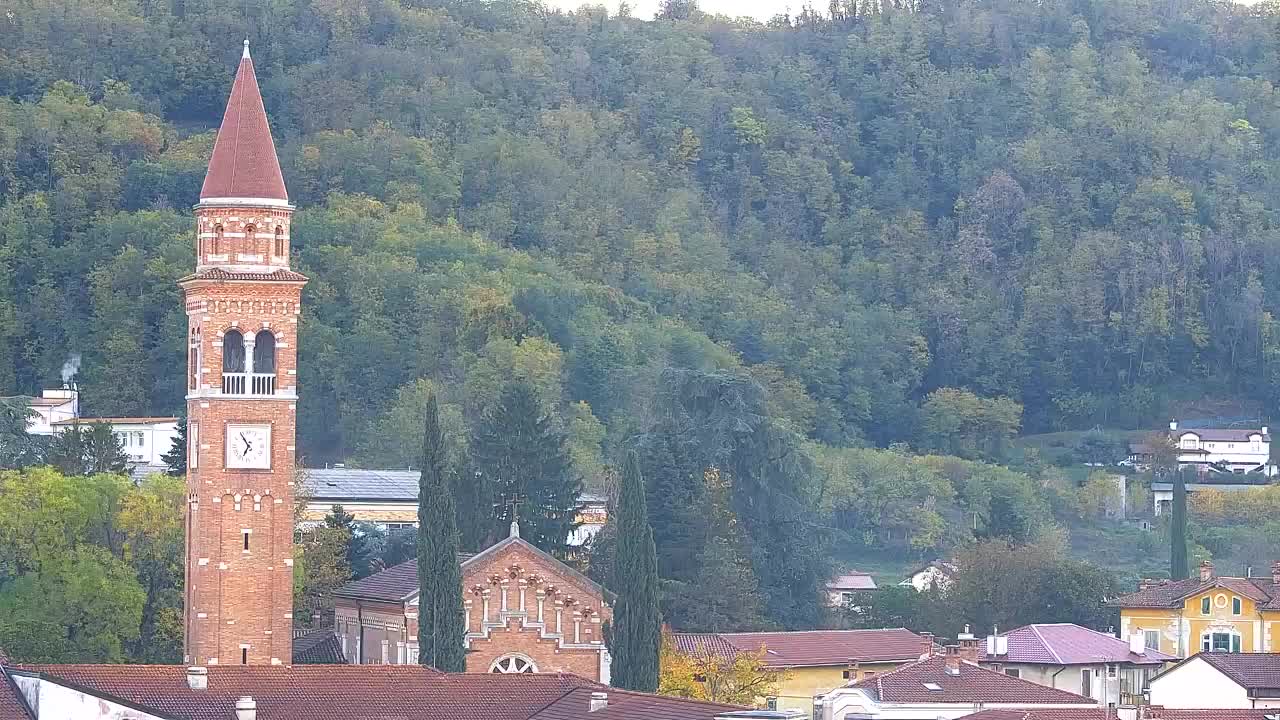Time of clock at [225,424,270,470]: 6:54
